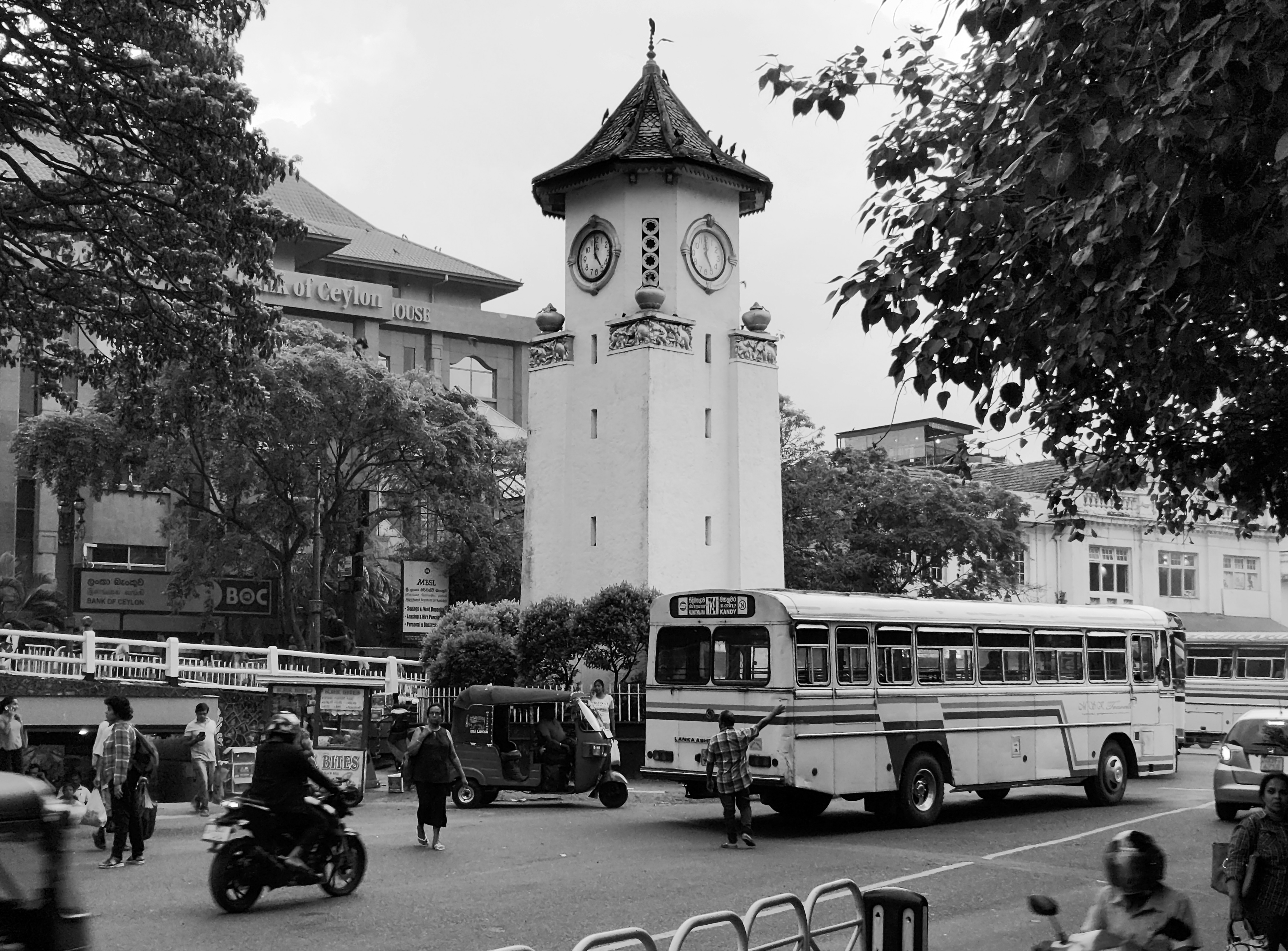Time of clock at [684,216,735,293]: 4:59
